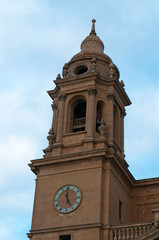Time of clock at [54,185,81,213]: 4:59
